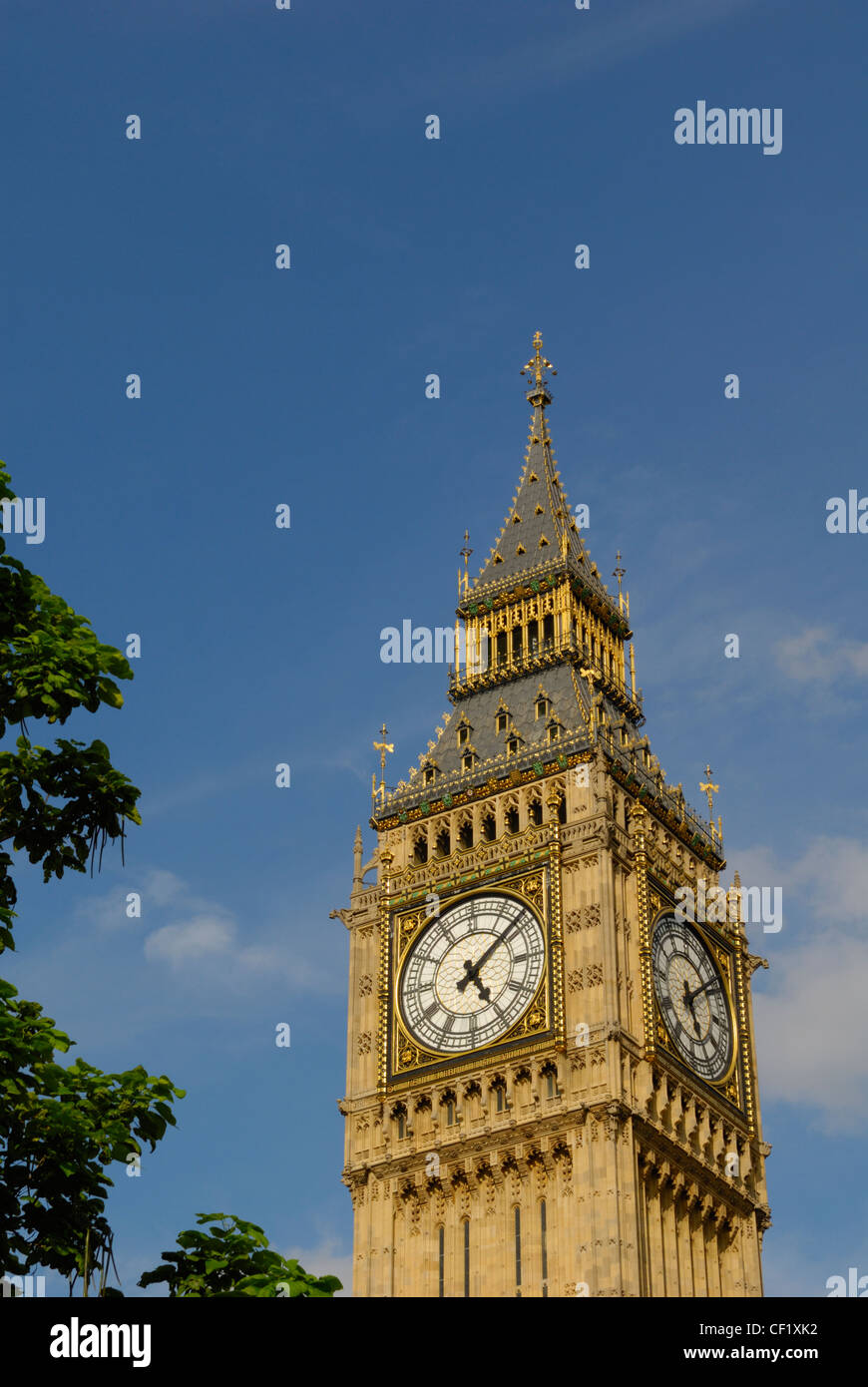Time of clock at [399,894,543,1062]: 5:08
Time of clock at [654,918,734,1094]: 5:08
